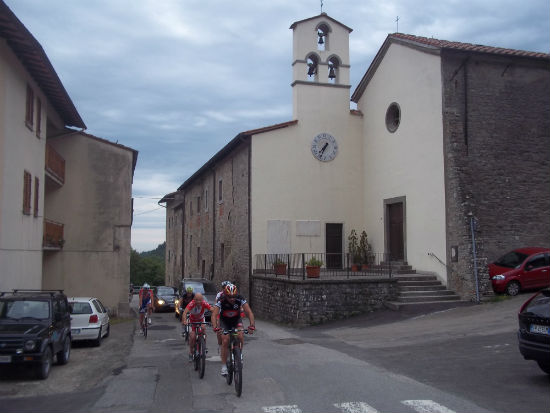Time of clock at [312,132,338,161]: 7:34
